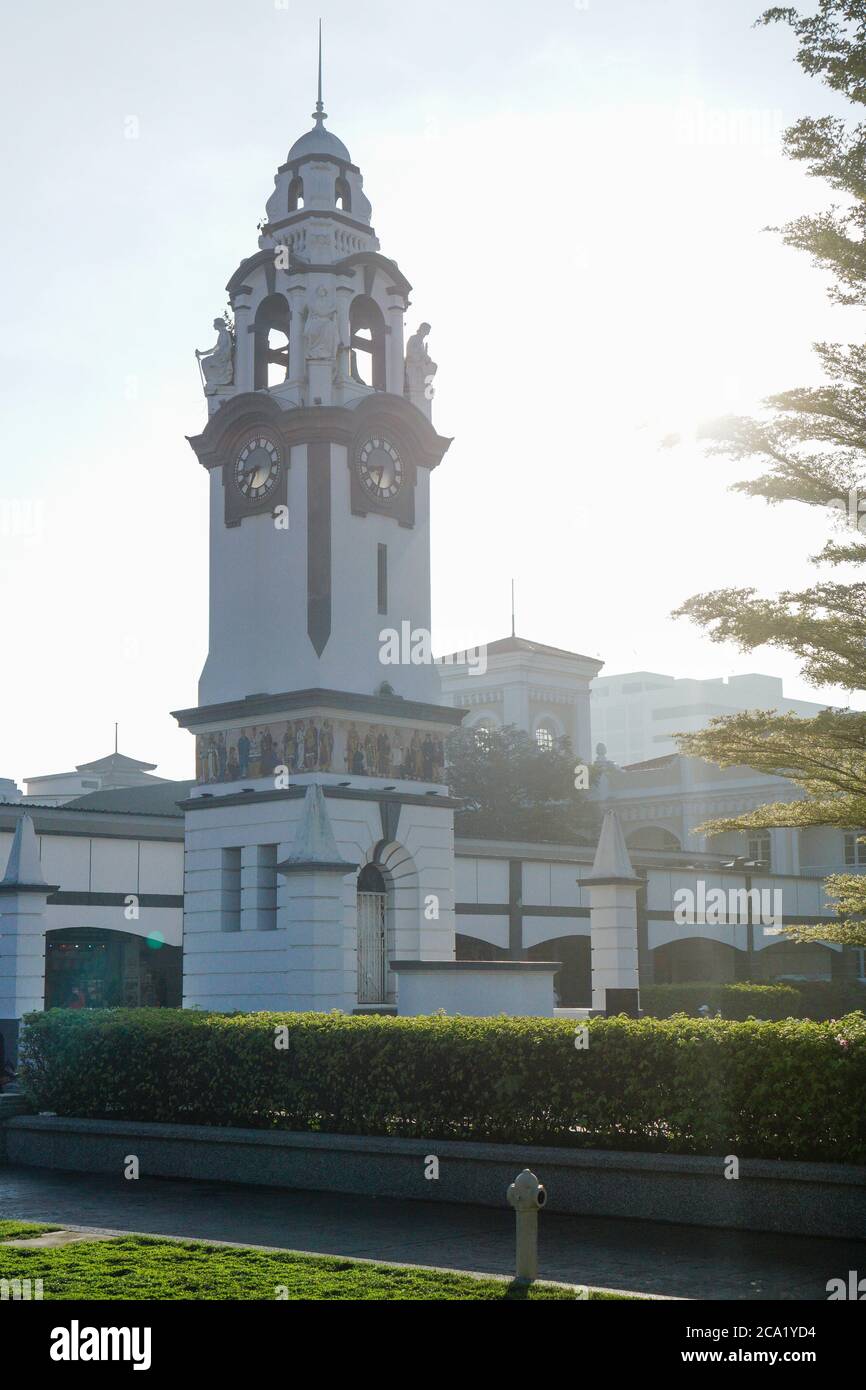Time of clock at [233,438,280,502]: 8:34
